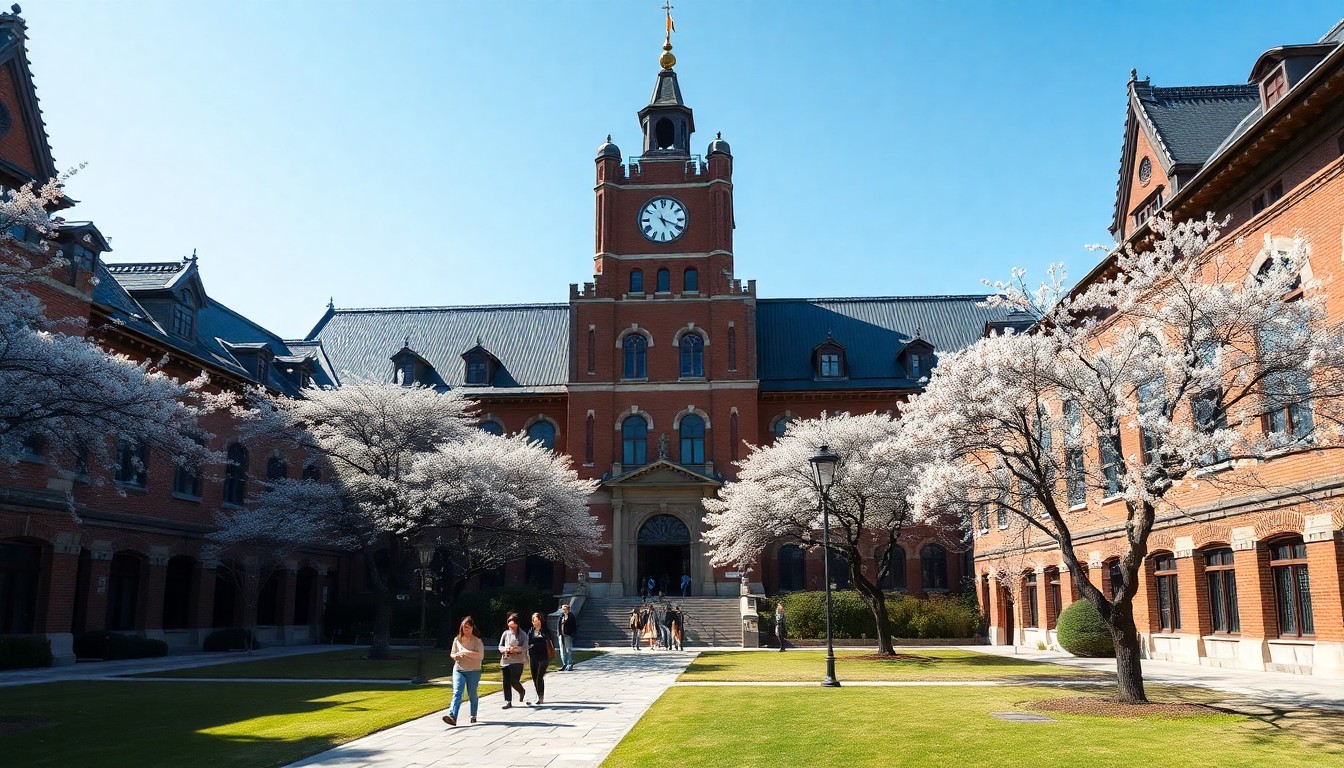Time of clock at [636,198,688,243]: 5:18
